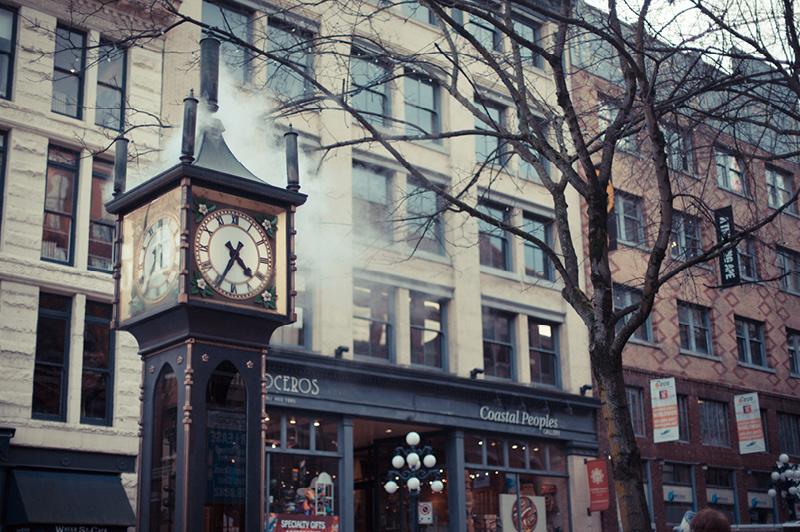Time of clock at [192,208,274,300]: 4:34
